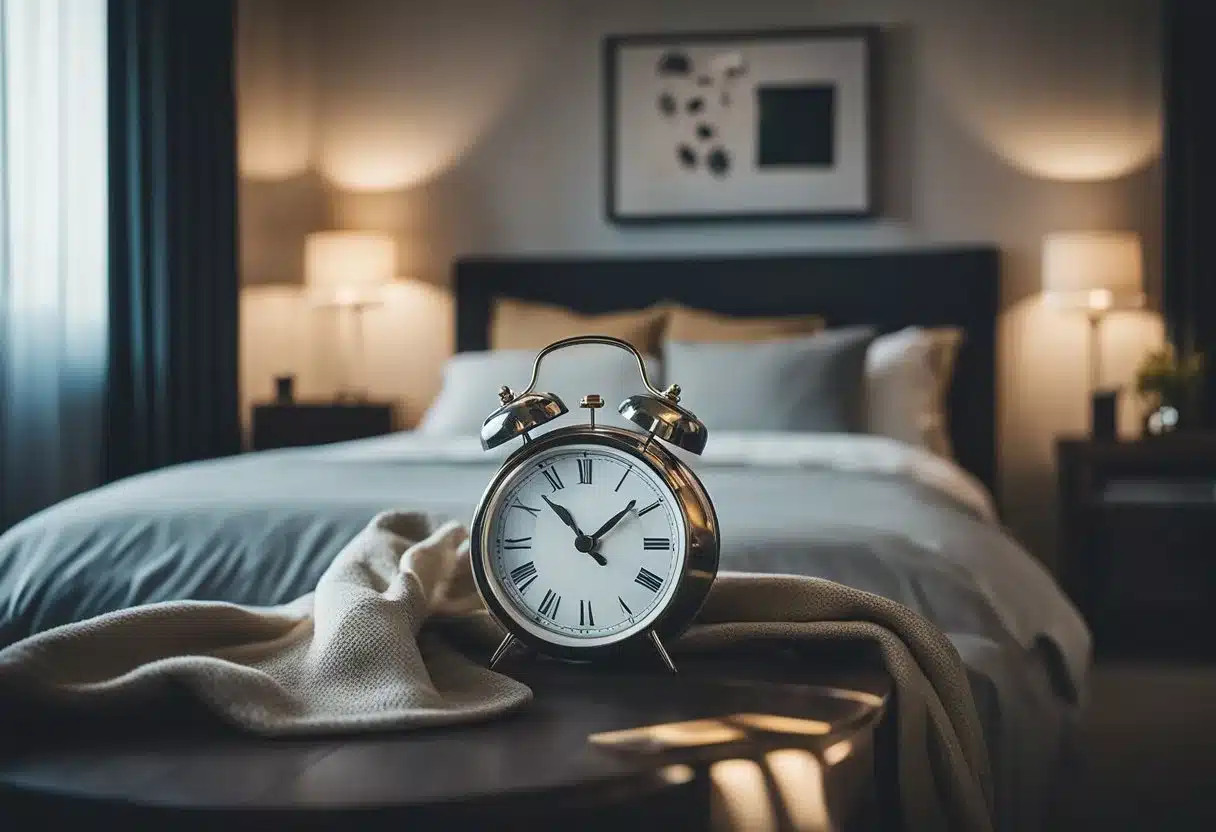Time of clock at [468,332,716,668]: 1:52
